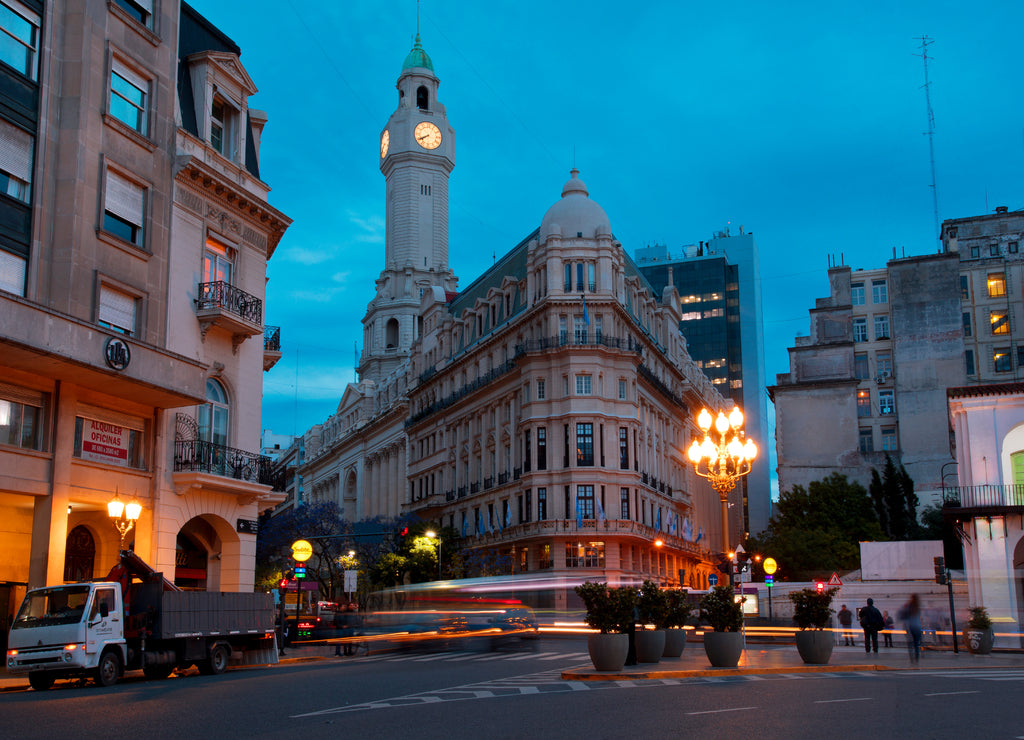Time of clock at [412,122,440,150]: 7:40
